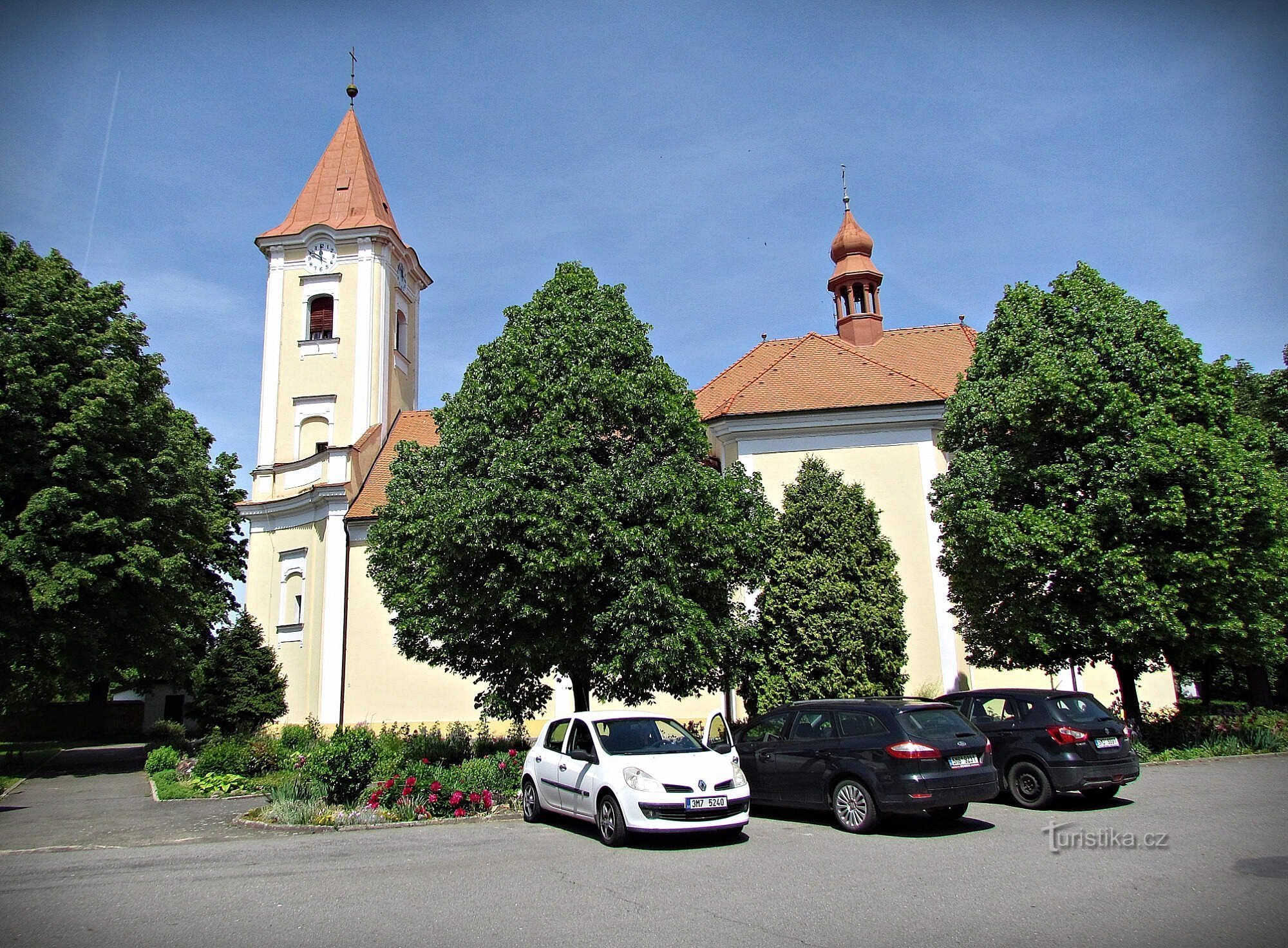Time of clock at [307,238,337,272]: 11:49
